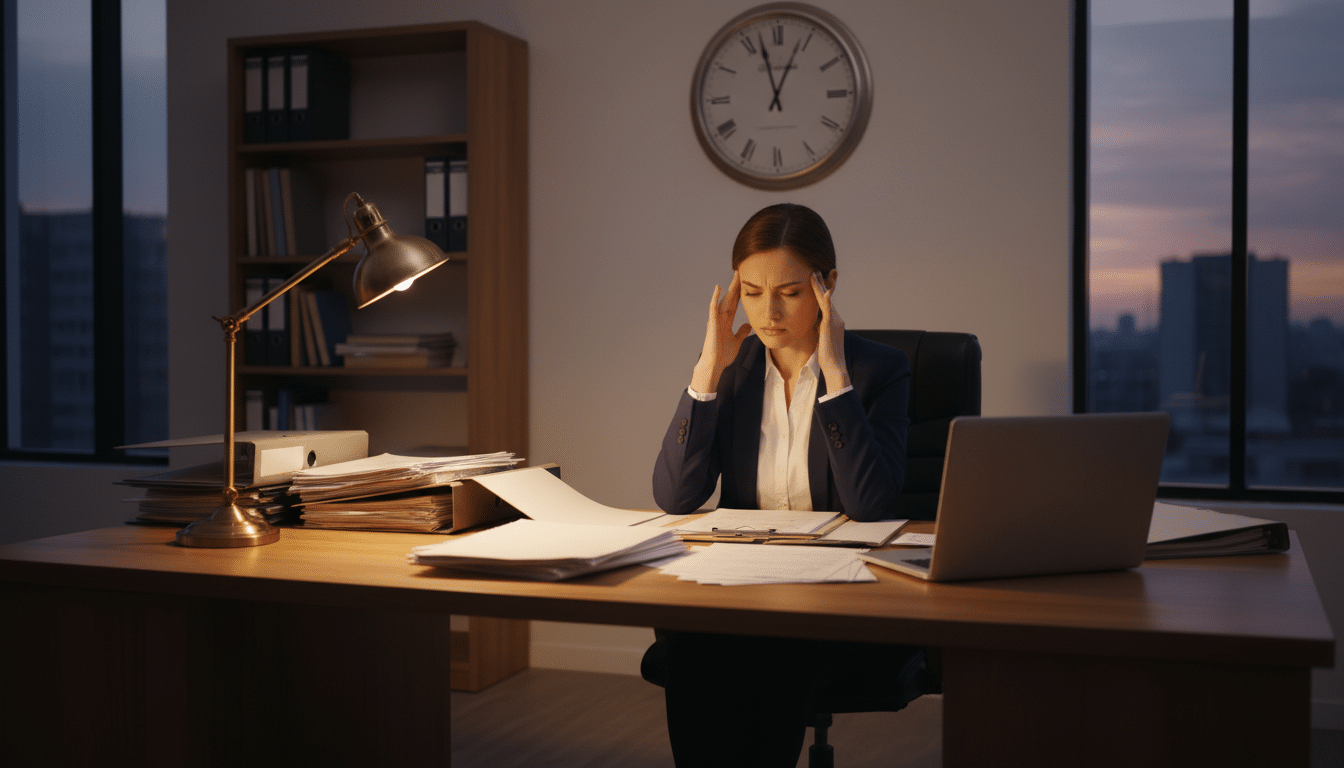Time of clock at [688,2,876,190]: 12:57
